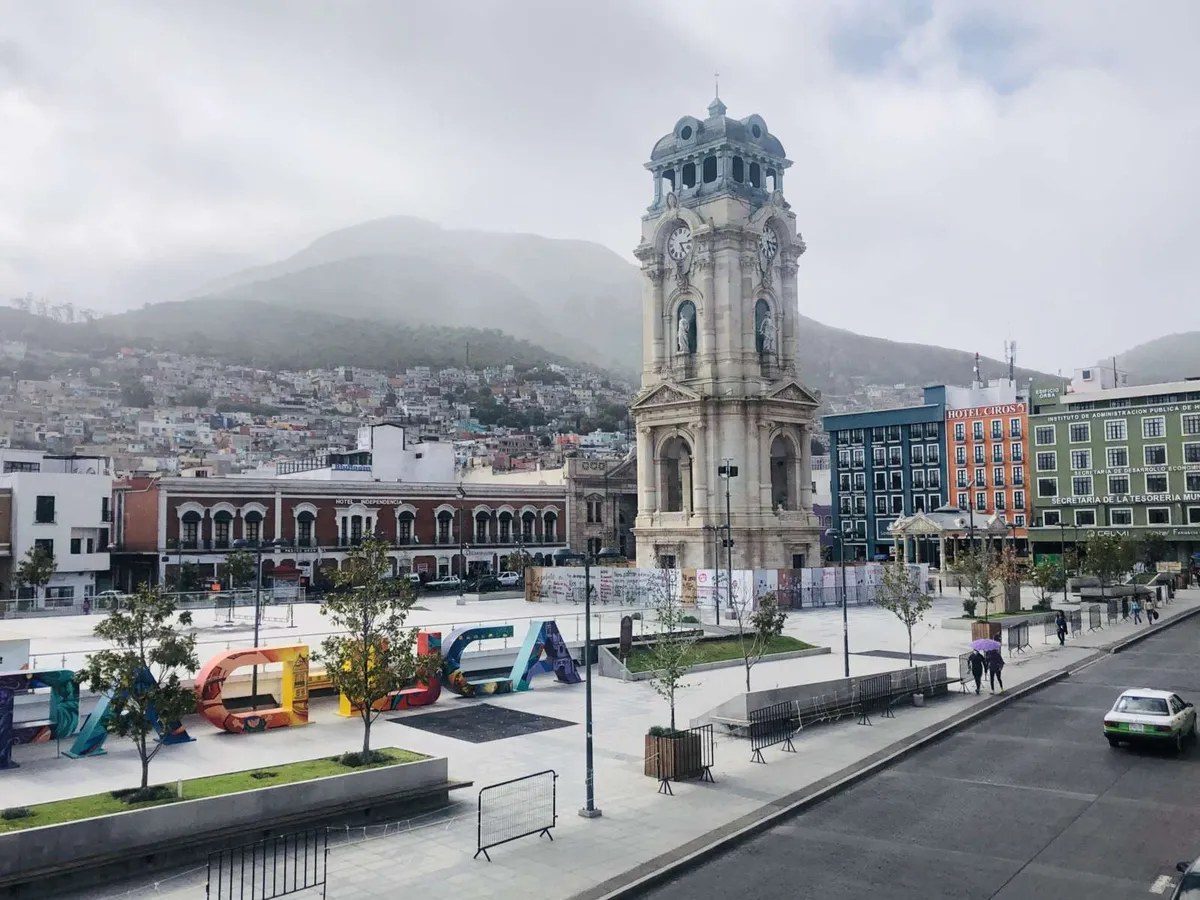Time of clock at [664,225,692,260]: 5:15
